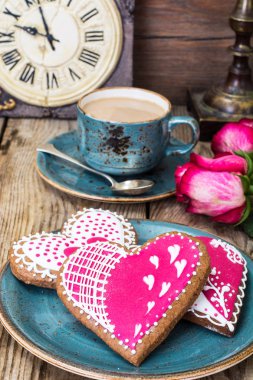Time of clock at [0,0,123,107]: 9:57
